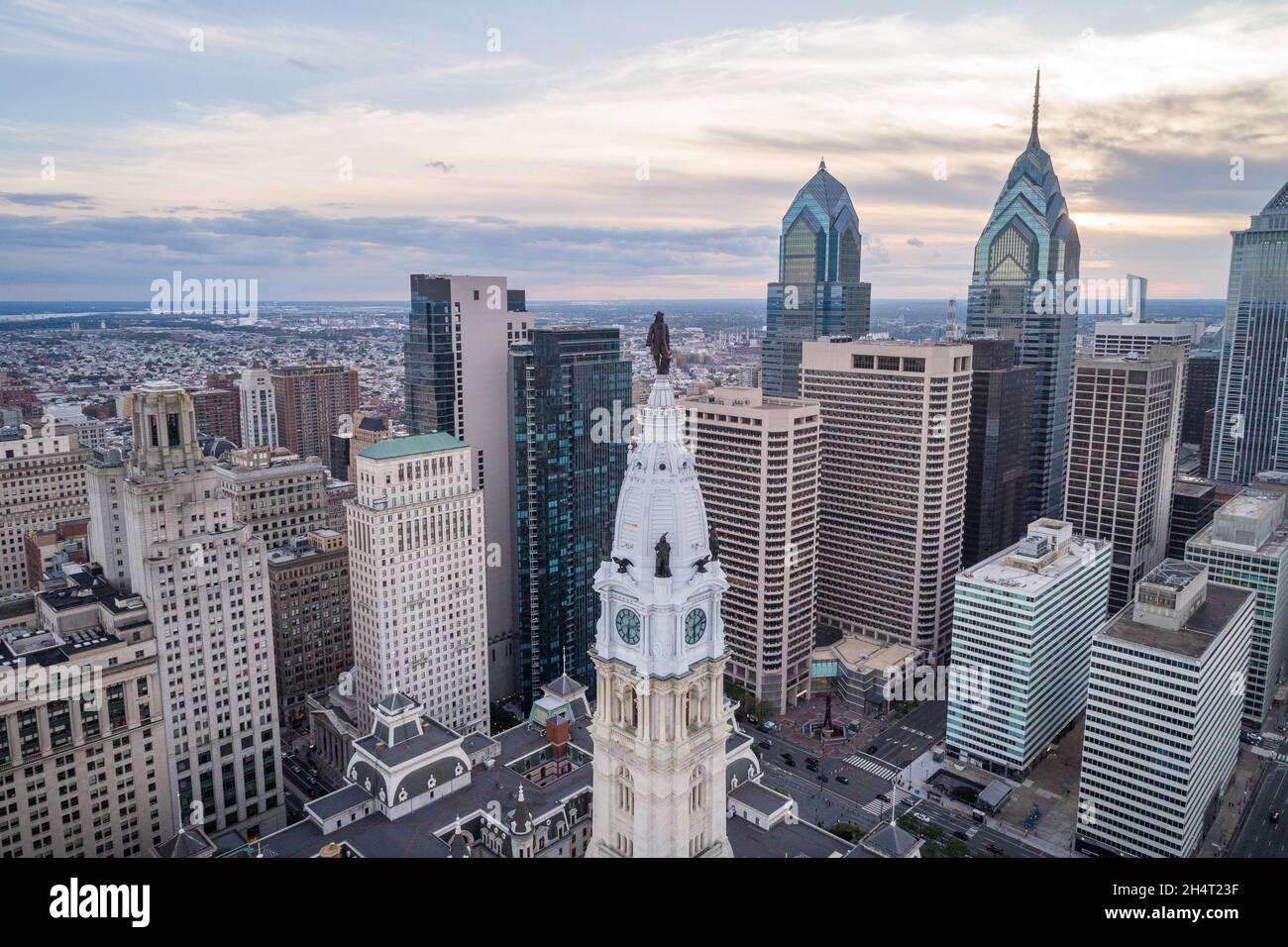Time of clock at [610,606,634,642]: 6:12
